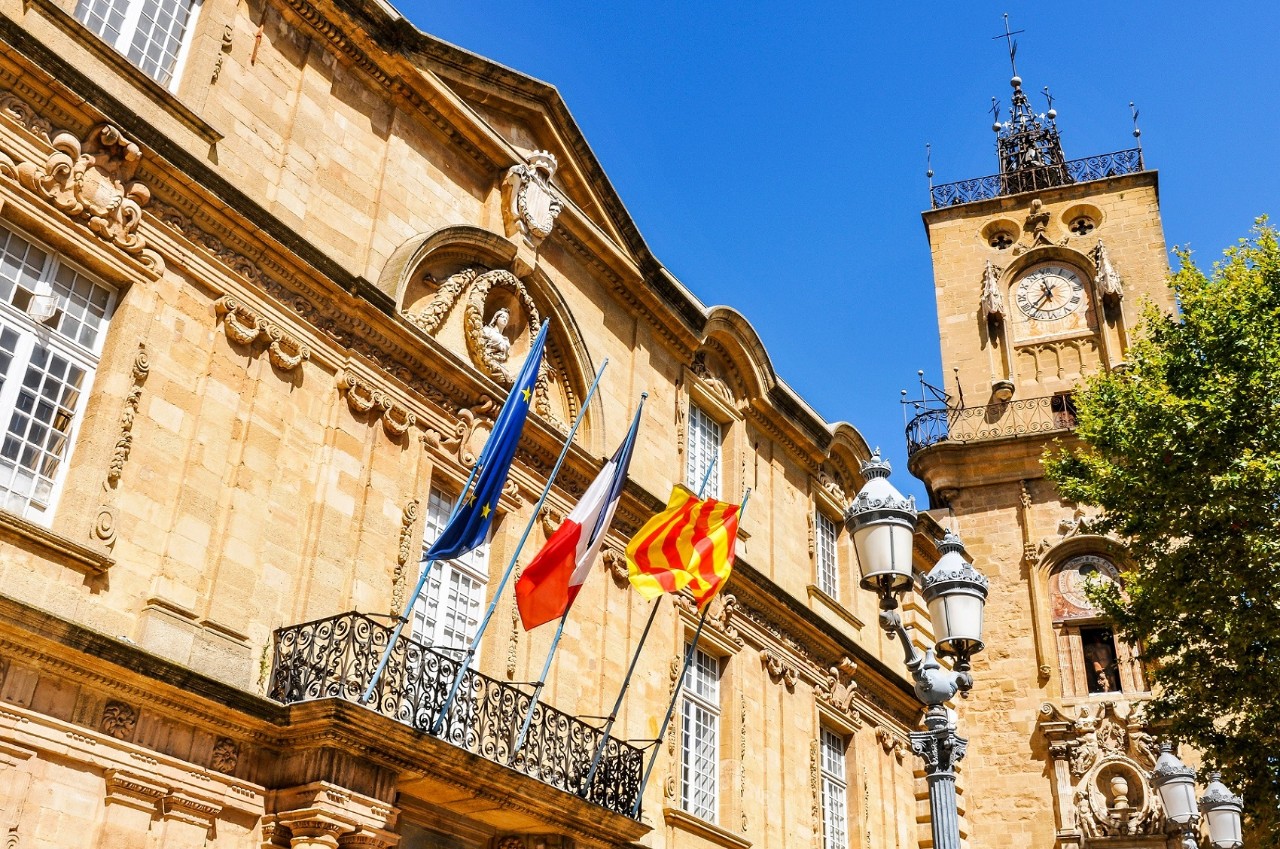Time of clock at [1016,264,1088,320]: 11:37
